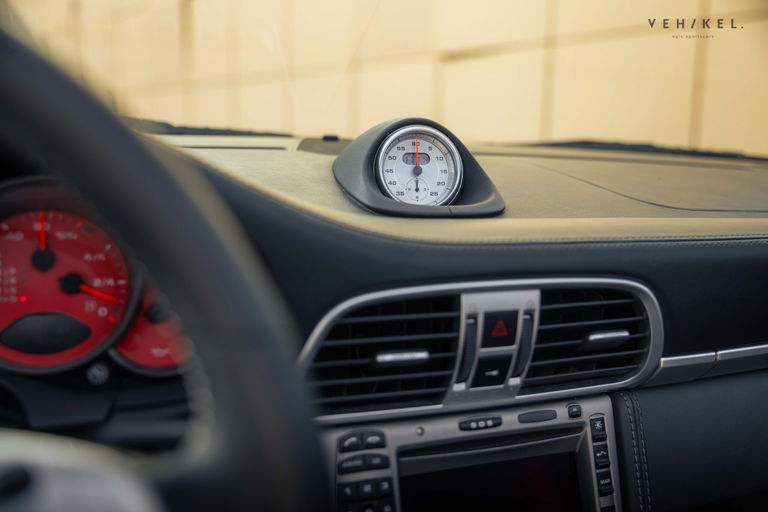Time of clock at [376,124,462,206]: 6:00
